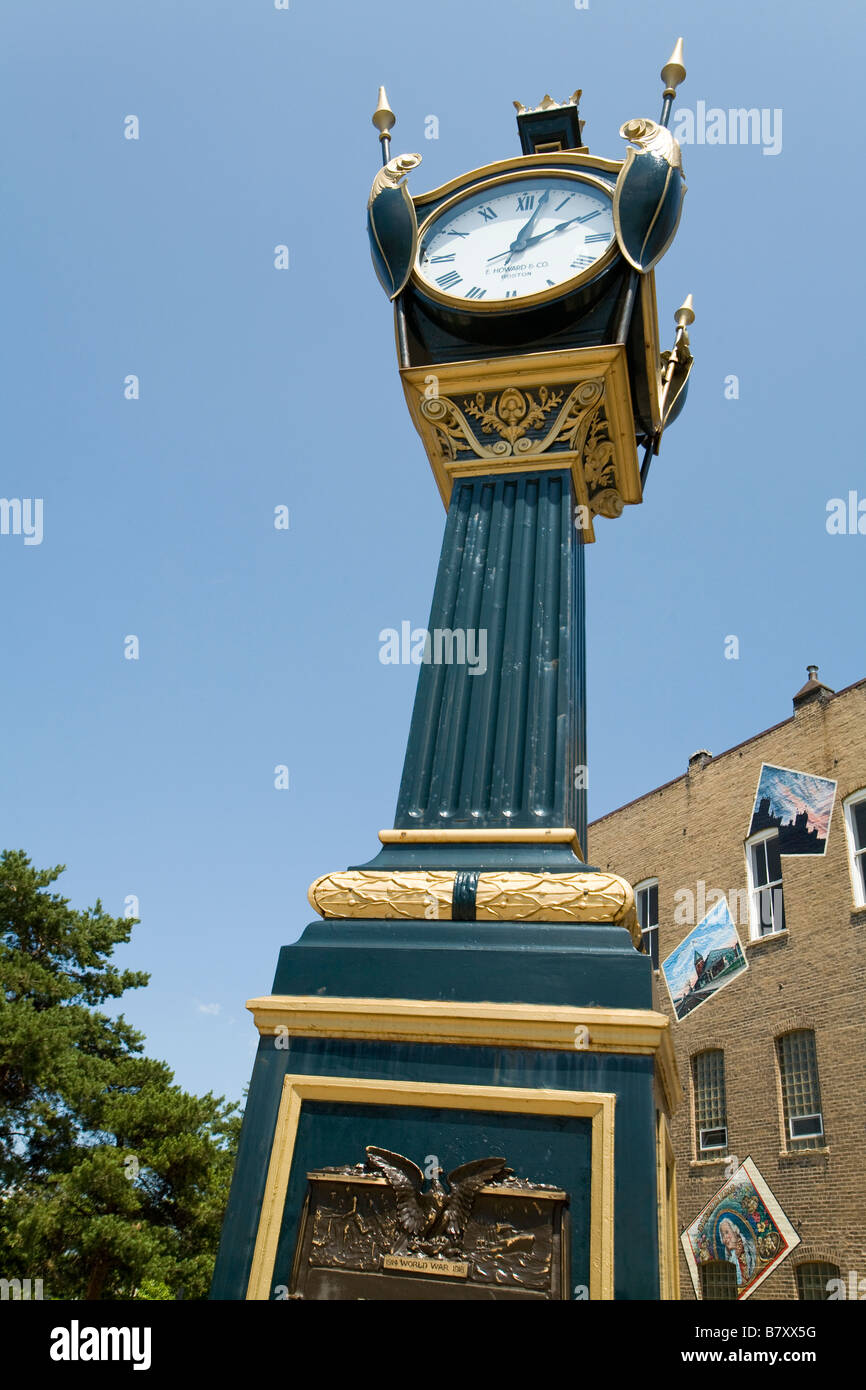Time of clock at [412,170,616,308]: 2:02
